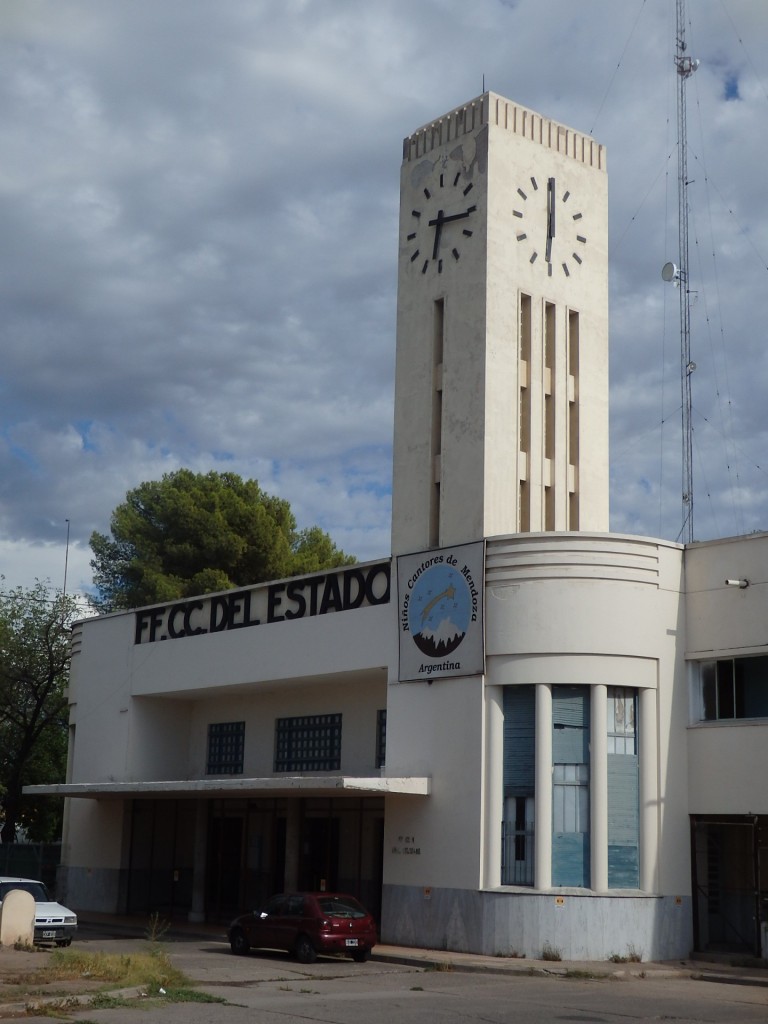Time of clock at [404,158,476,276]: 6:15
